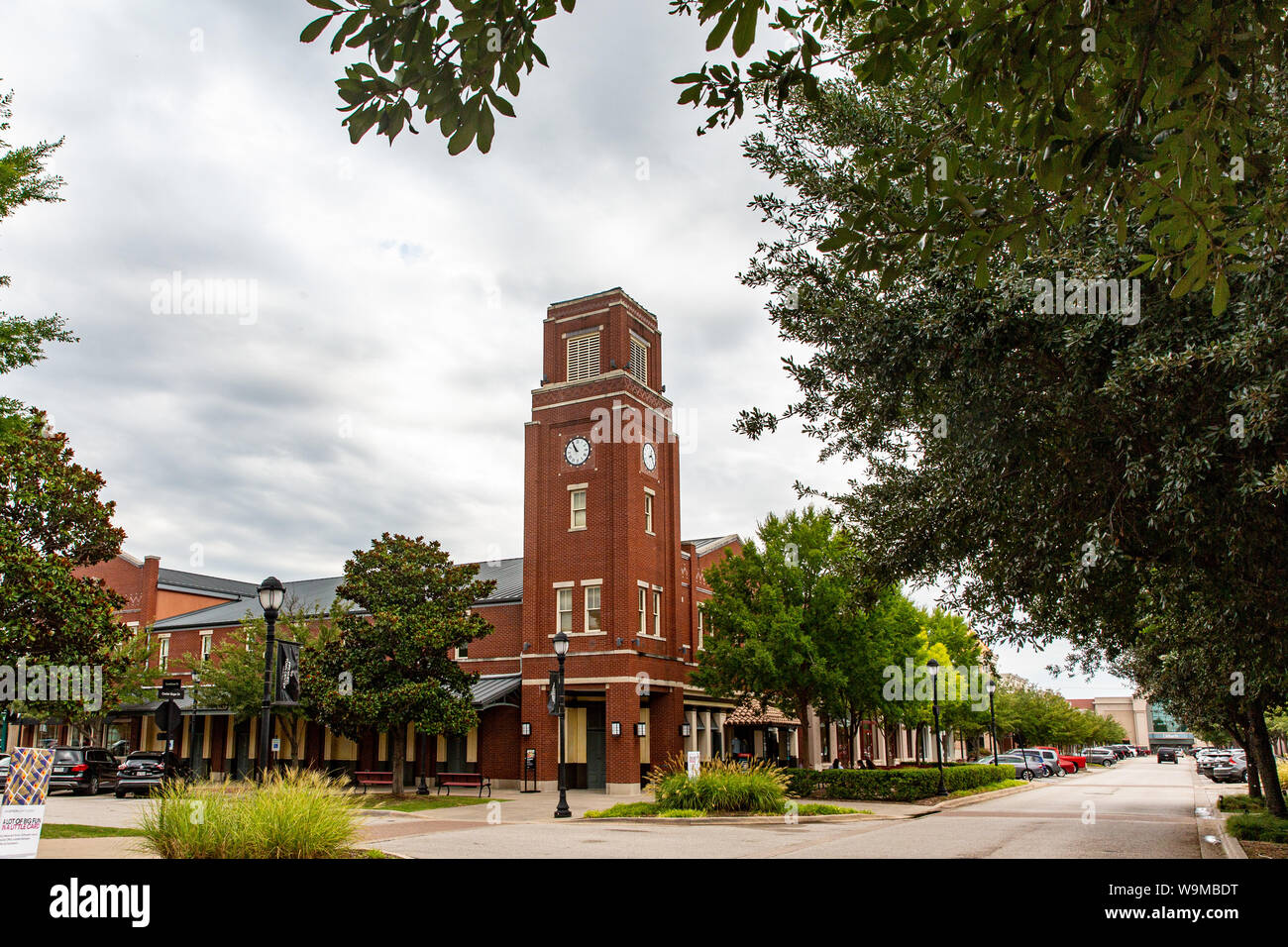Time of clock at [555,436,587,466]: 10:55
